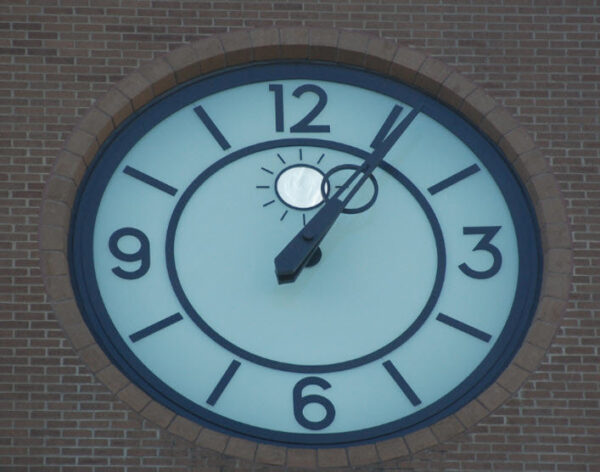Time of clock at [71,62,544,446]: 1:06
